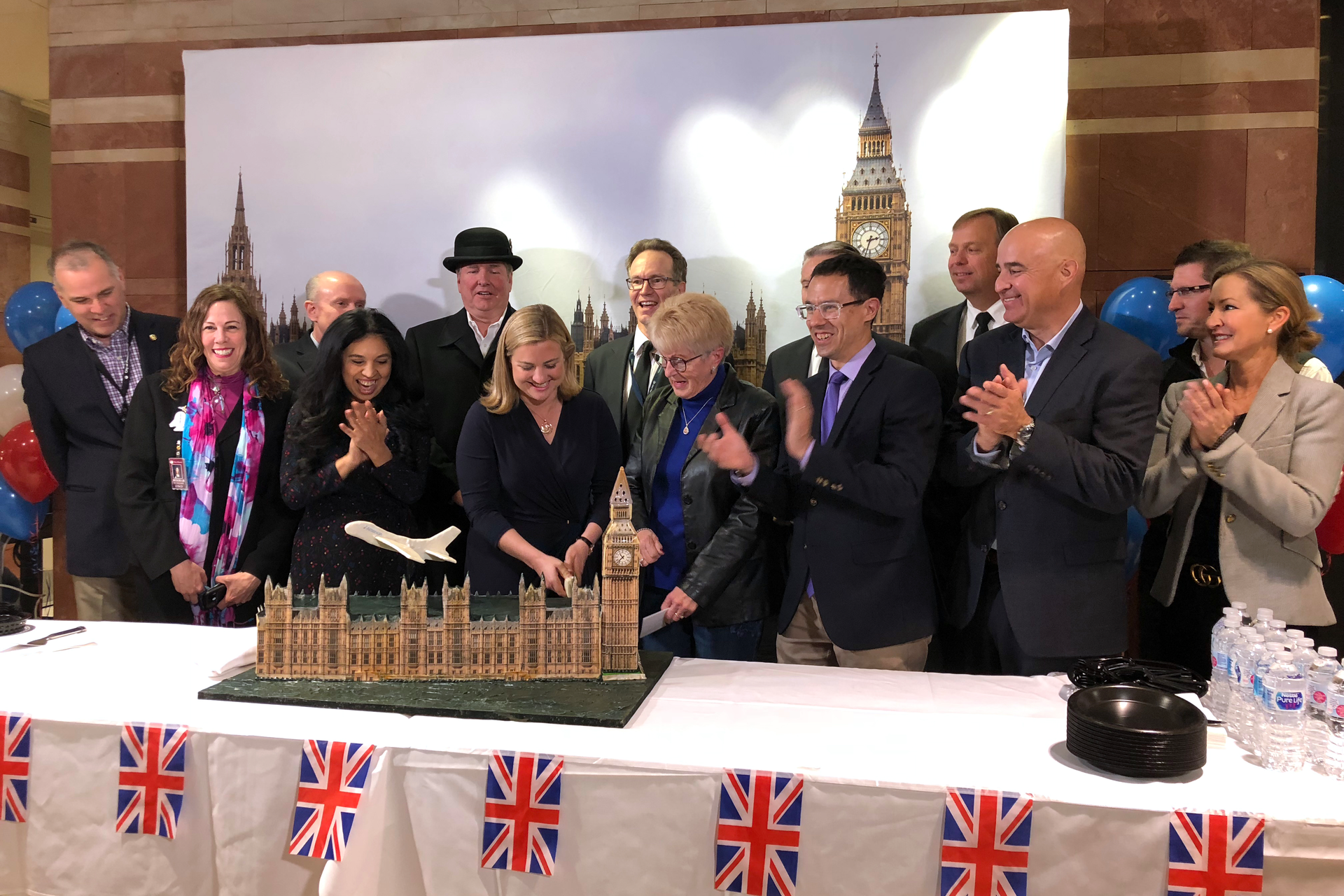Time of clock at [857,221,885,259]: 2:32
